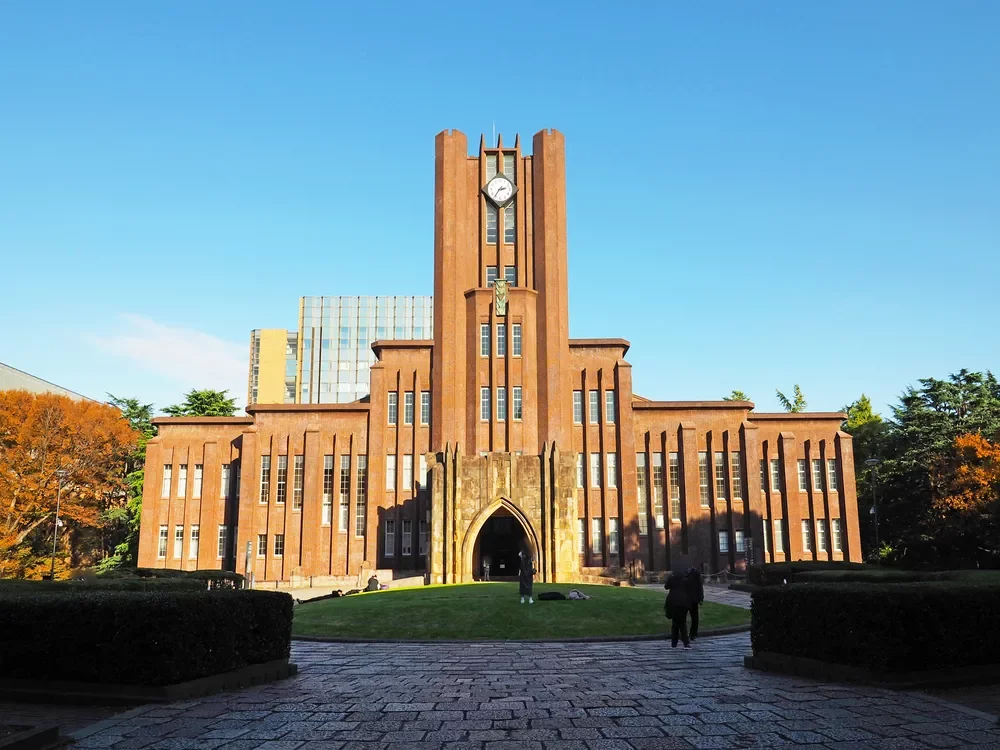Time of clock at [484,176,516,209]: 2:36
